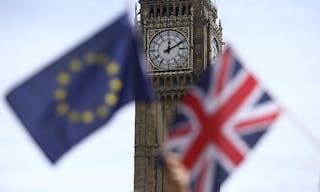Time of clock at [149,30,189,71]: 12:10
